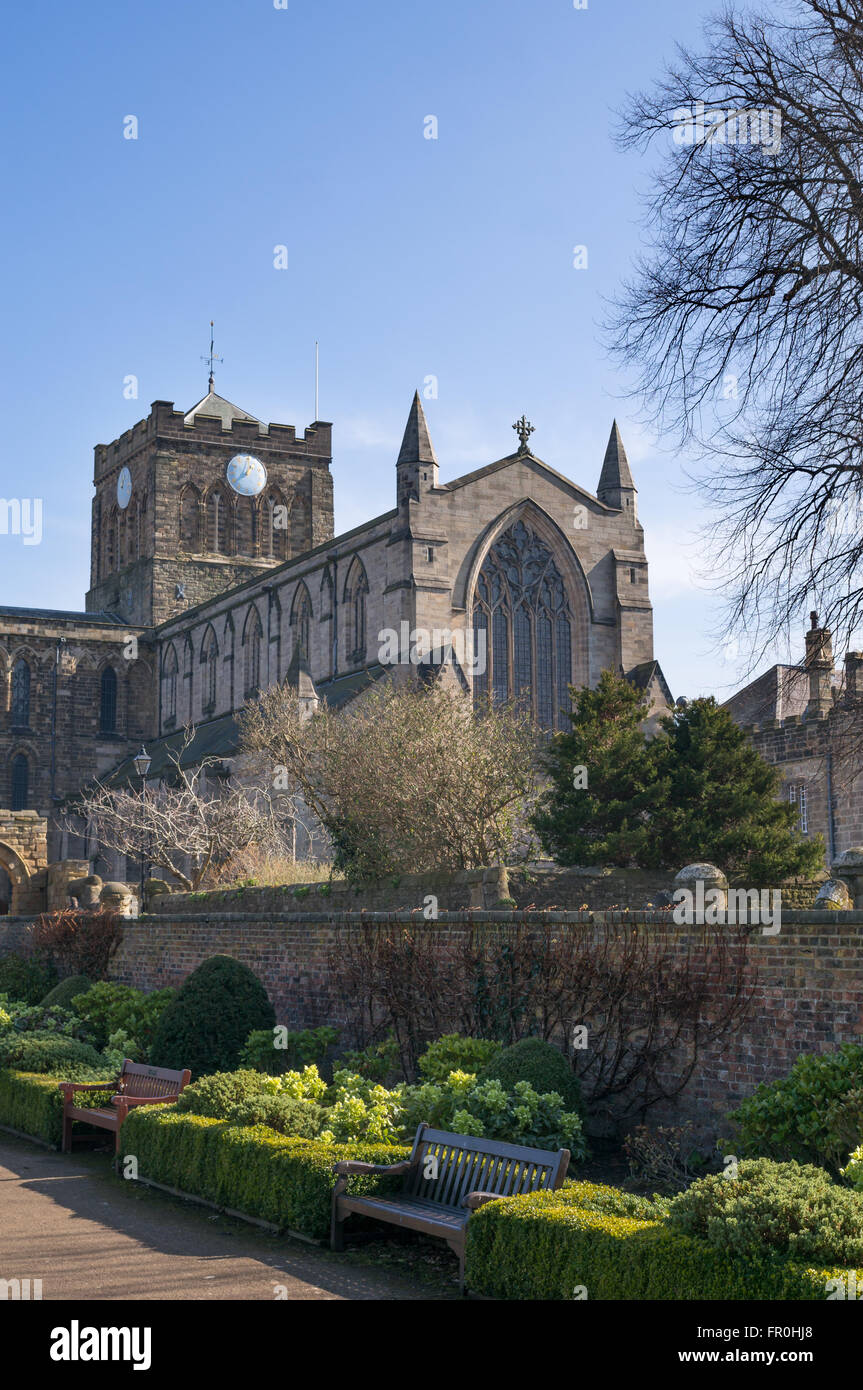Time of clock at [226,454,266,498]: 12:38
